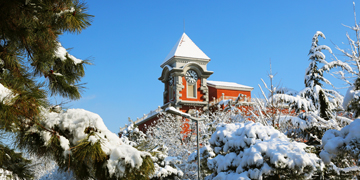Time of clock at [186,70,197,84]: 8:53
